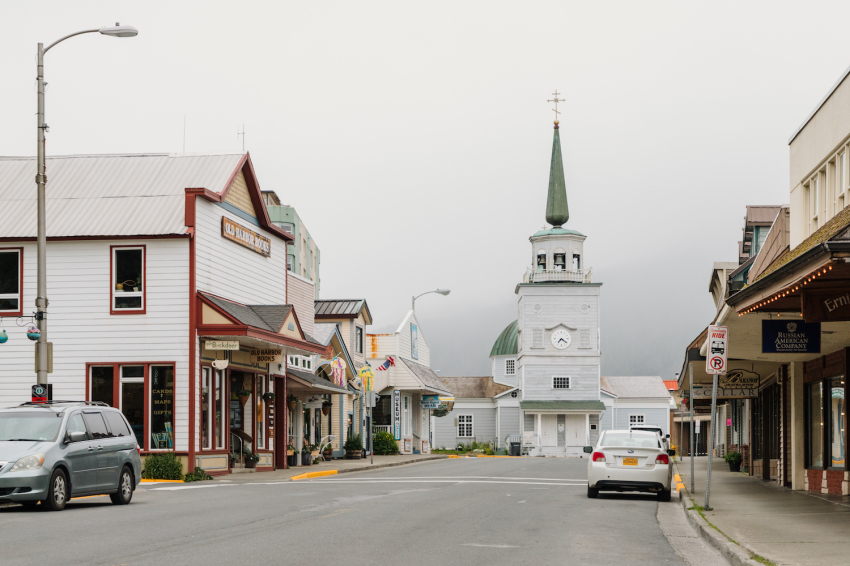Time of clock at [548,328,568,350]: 7:20
